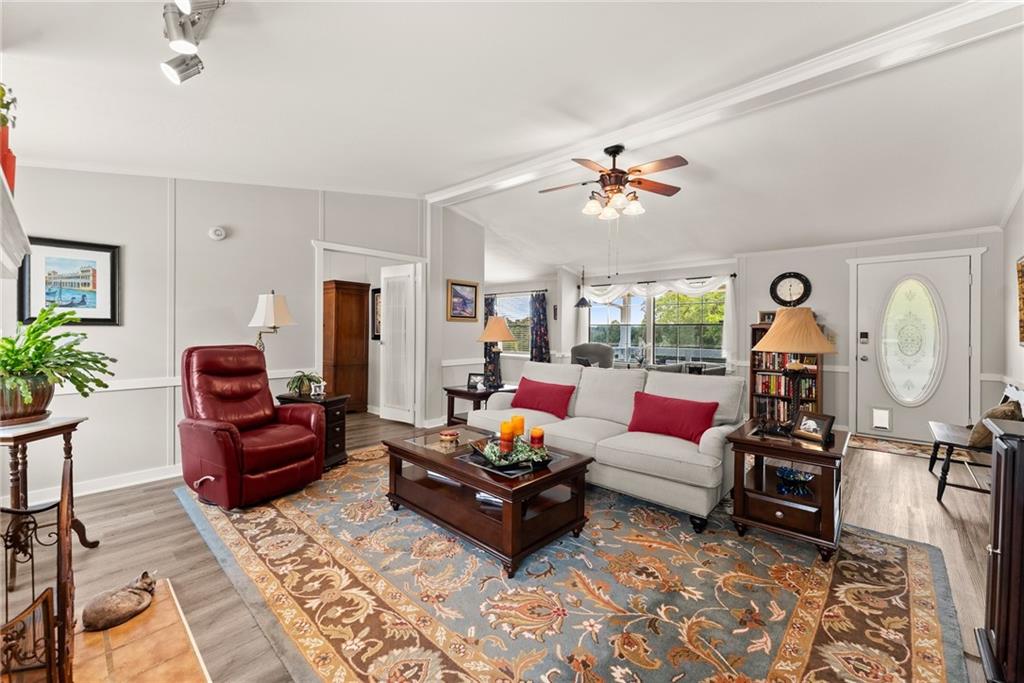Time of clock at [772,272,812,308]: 12:28
